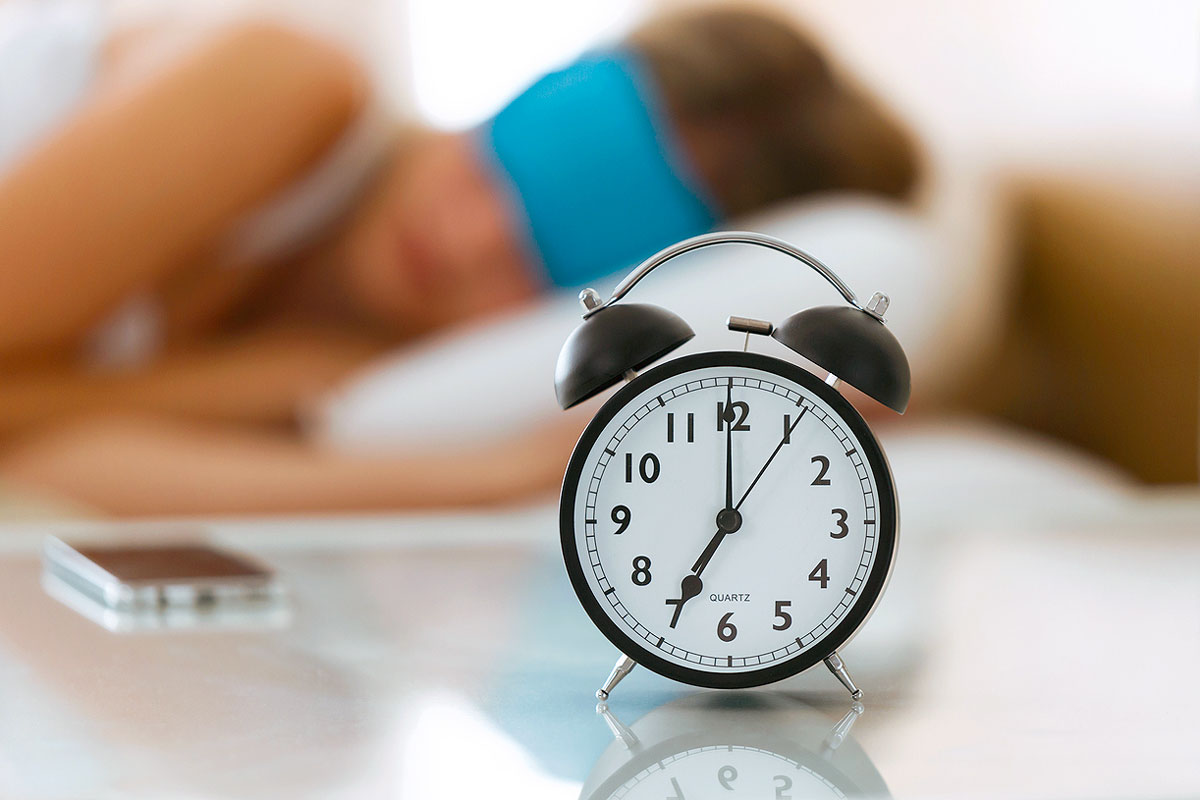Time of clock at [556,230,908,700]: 7:00
